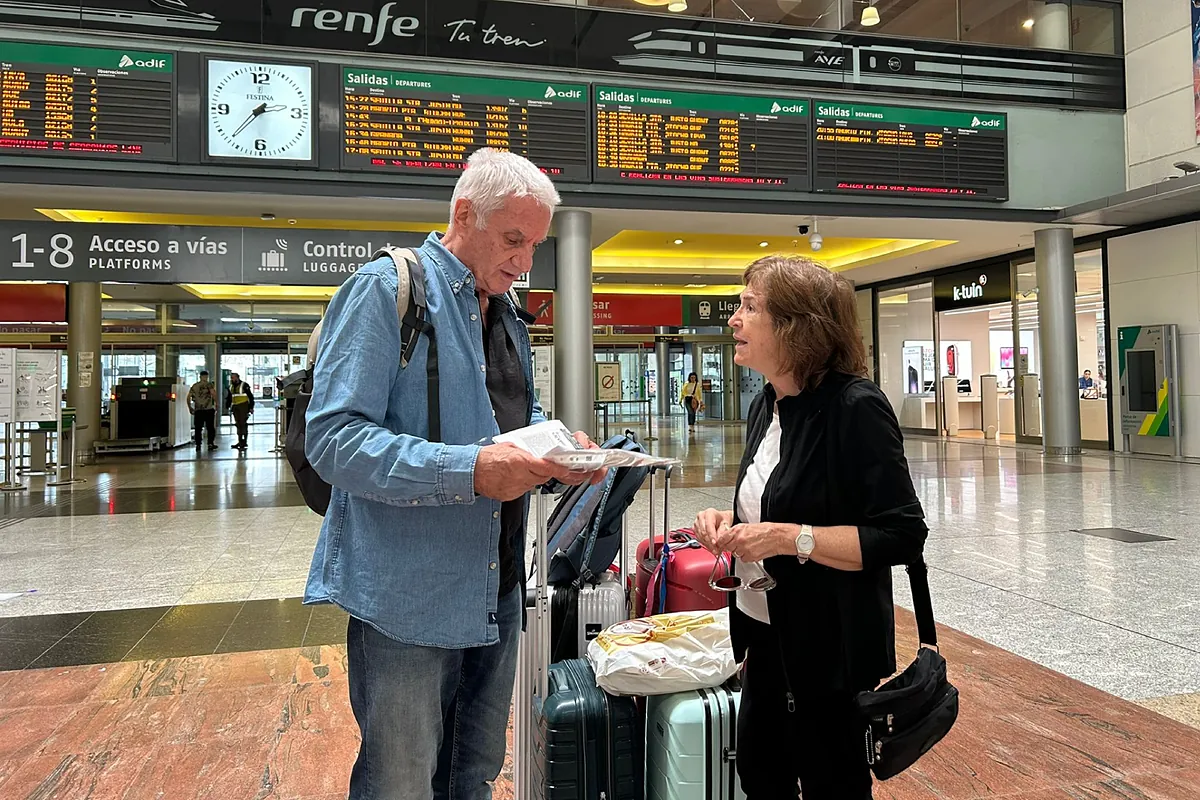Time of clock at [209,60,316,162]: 2:36
